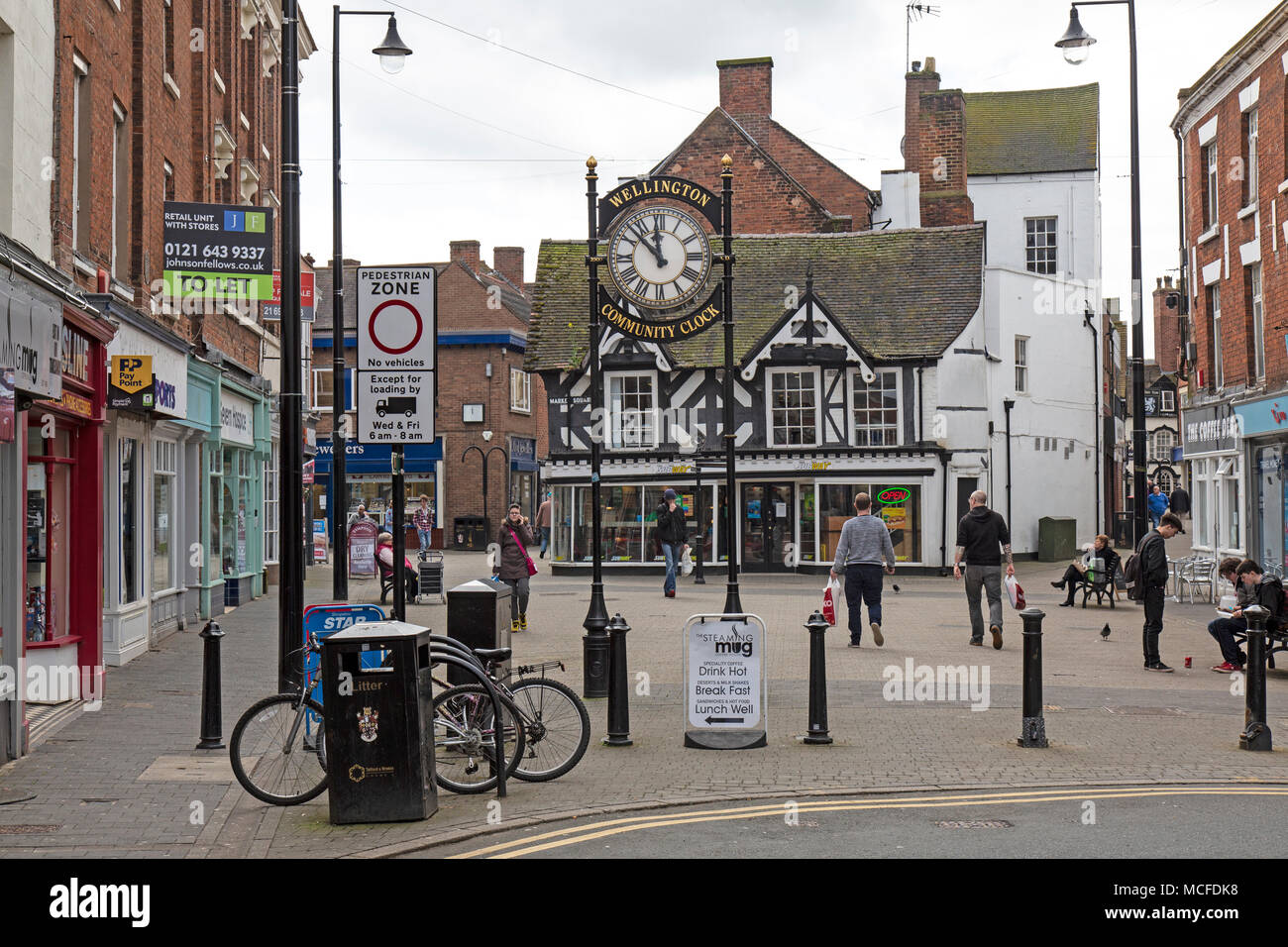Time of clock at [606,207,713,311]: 11:52
